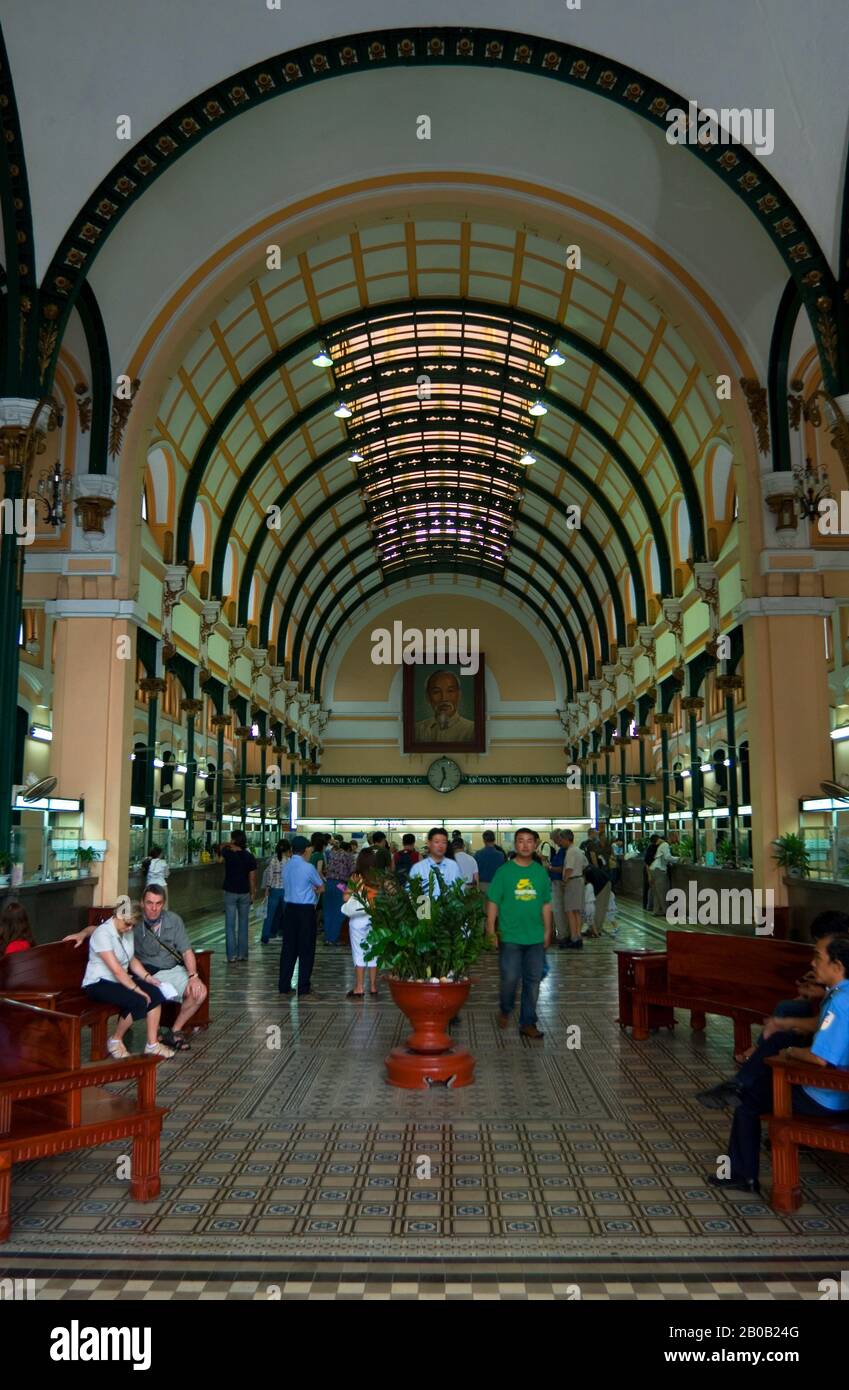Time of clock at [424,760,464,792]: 11:33
